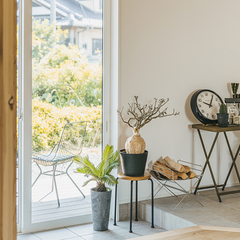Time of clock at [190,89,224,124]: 10:05
